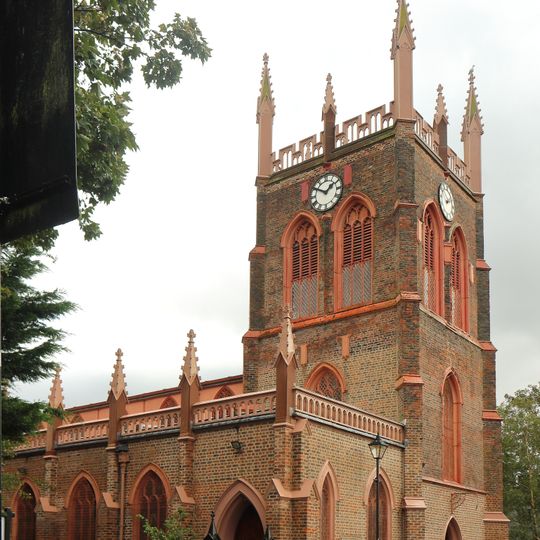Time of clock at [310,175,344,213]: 1:50
